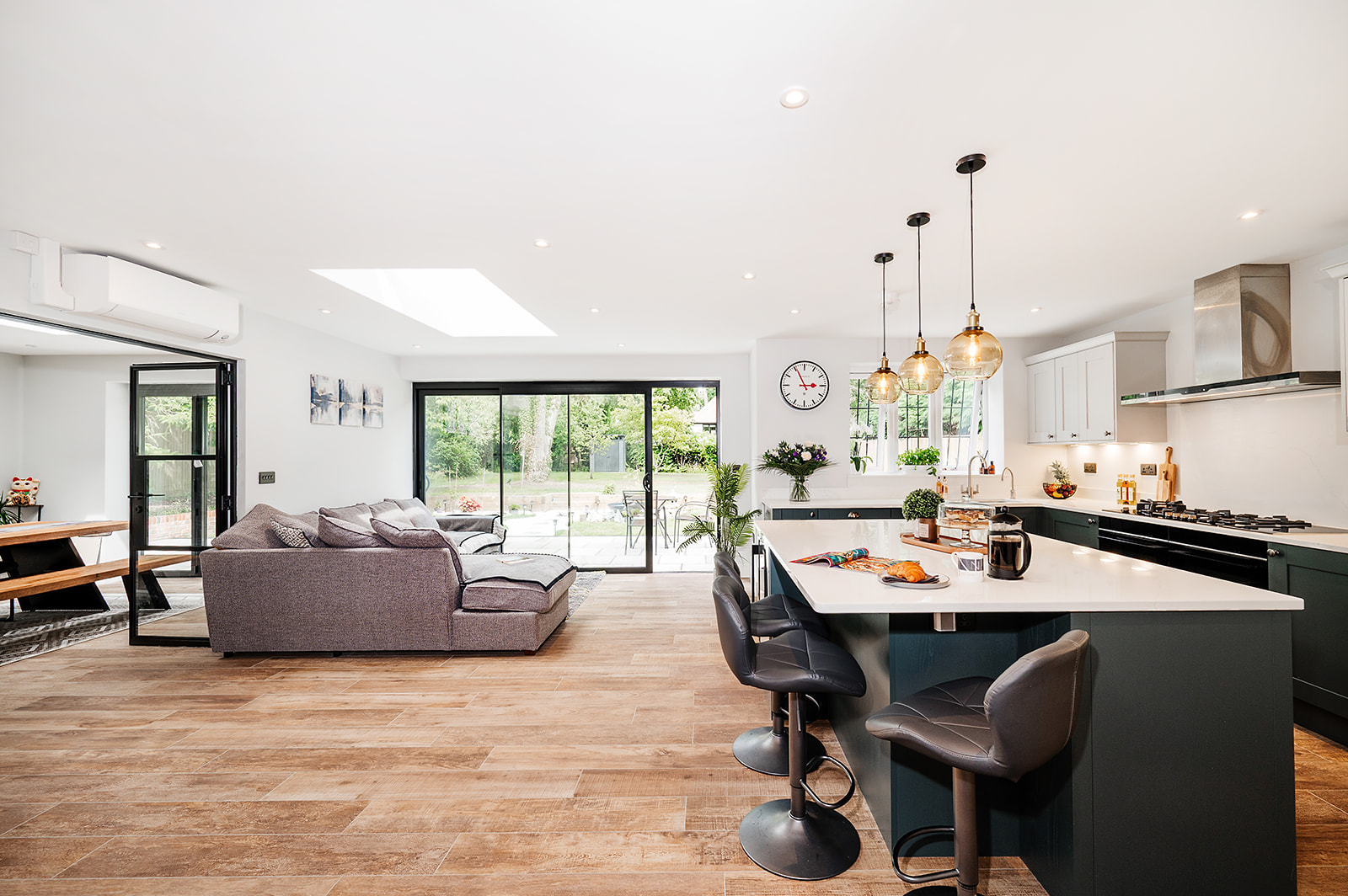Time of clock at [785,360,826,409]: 2:55
